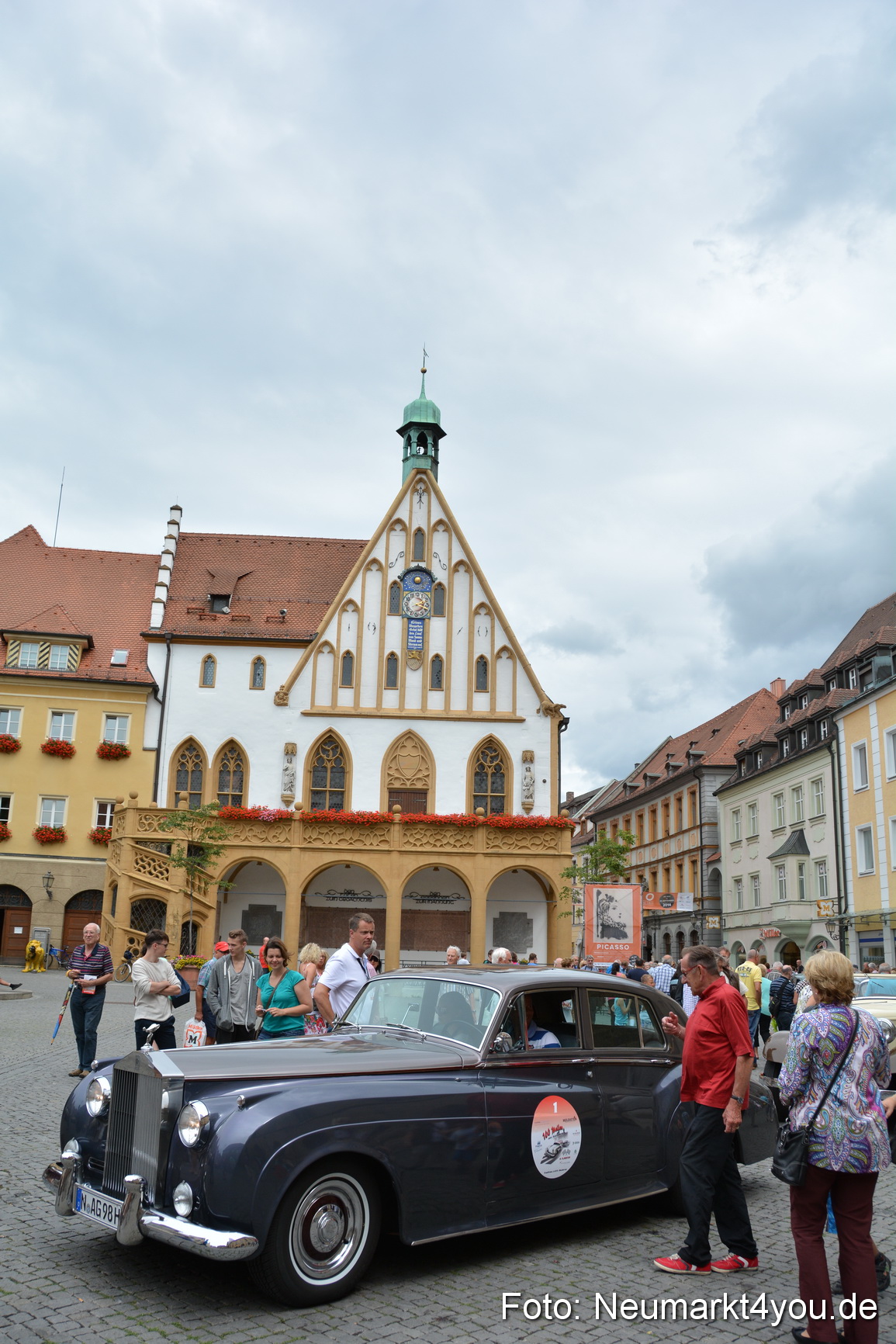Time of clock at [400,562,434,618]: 2:18
